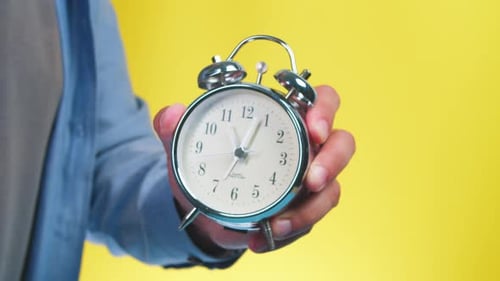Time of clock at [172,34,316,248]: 11:04
